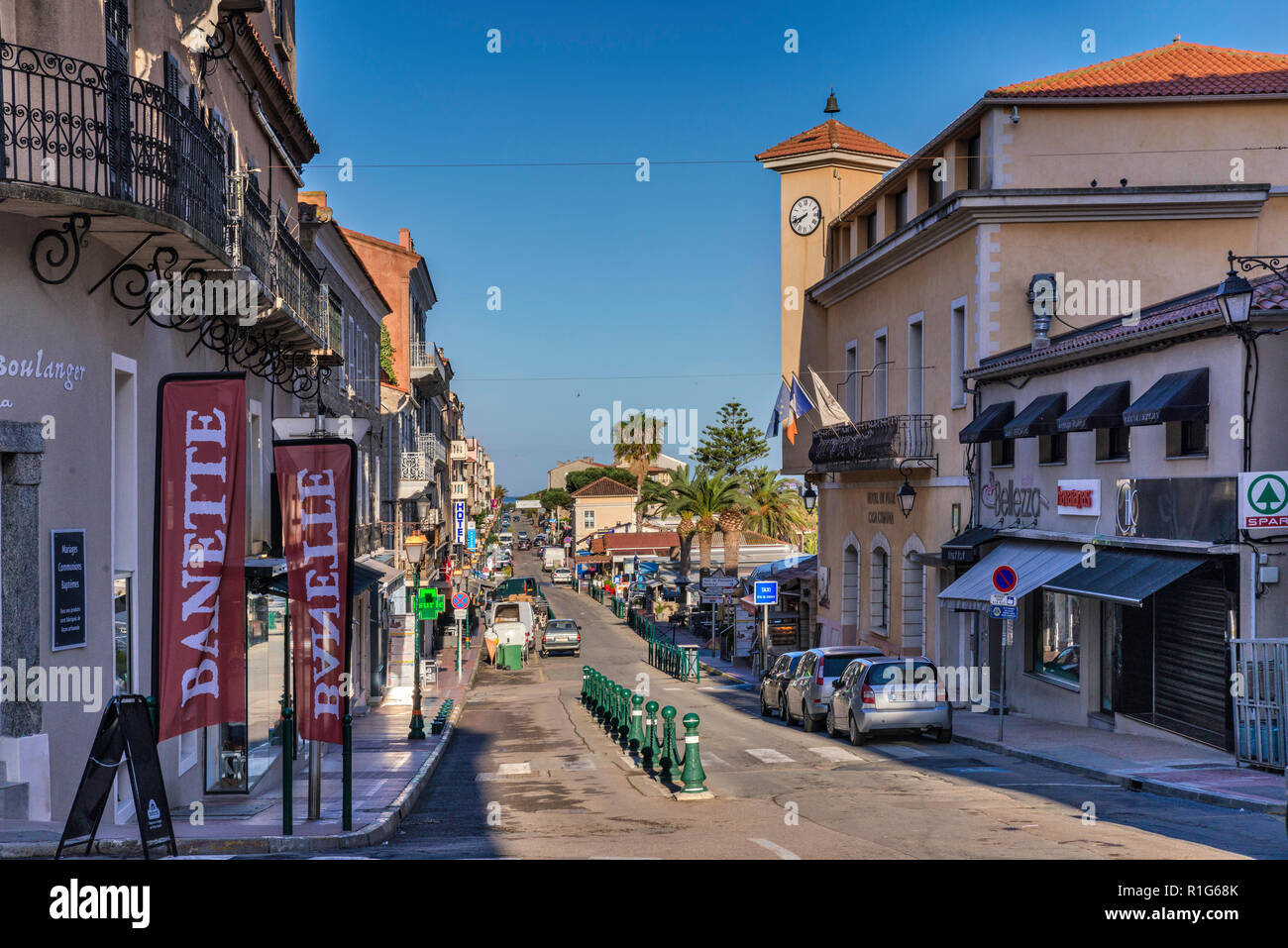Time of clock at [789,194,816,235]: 7:41
